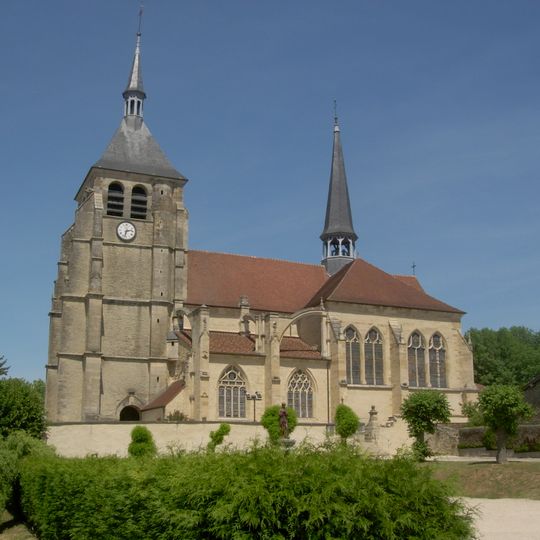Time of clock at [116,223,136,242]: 2:32
